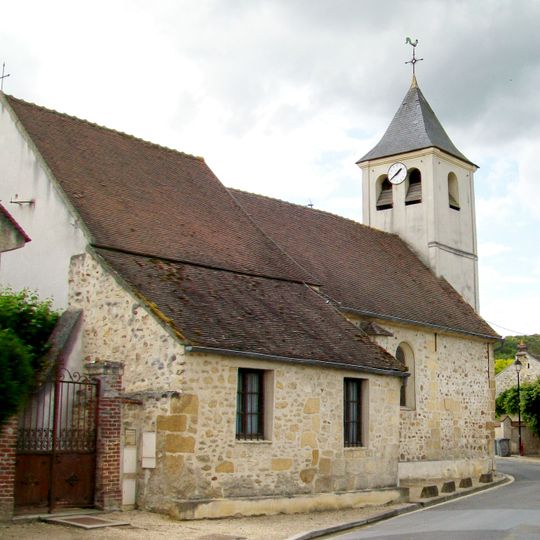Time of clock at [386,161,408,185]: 1:38
